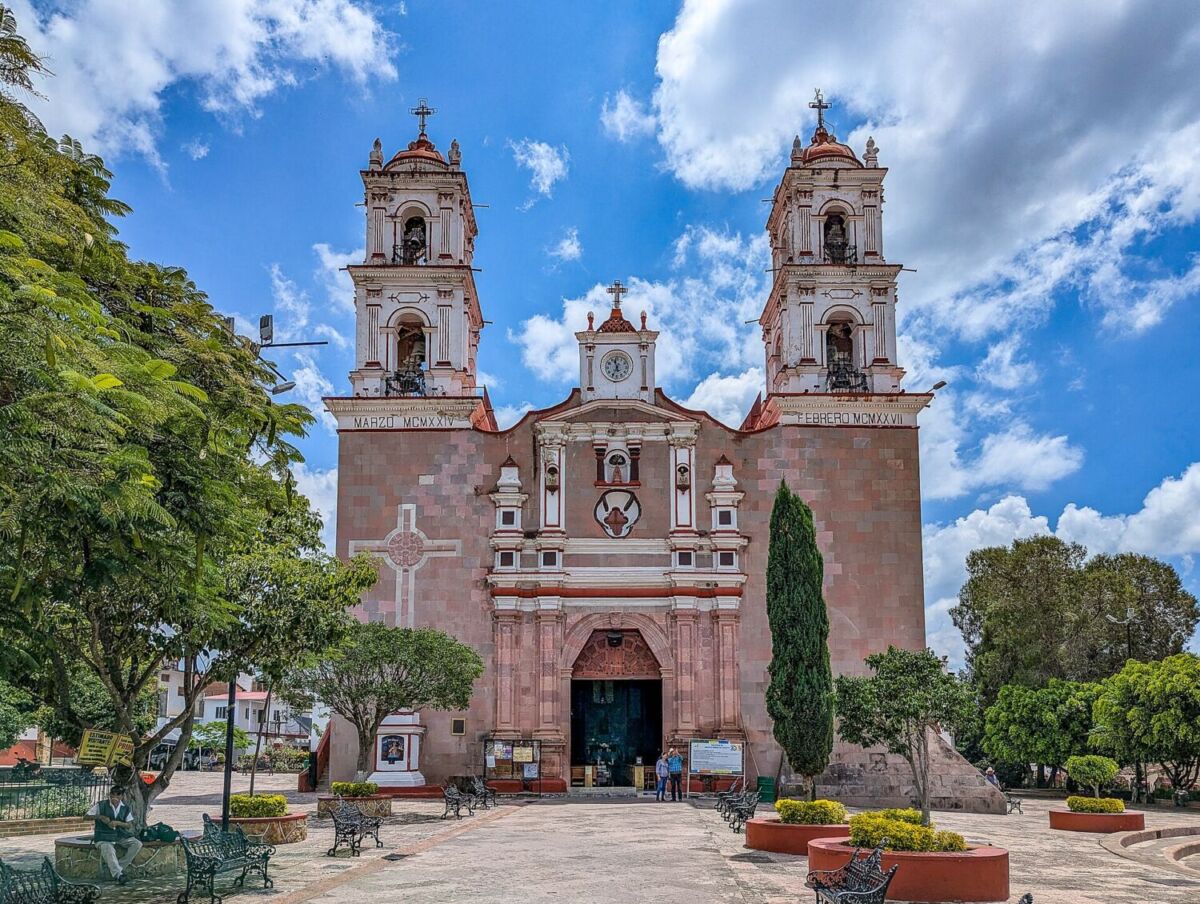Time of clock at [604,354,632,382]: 11:34
